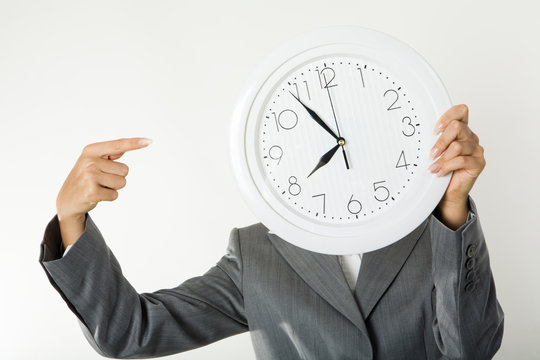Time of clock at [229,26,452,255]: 7:54
